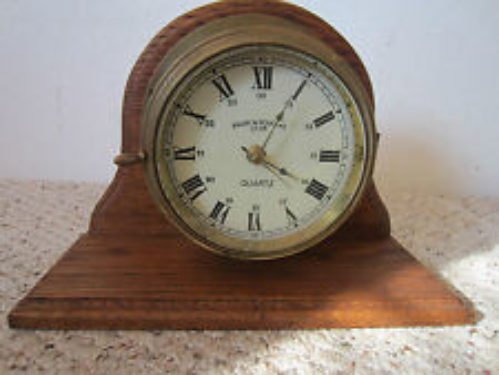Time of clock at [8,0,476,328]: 4:04
